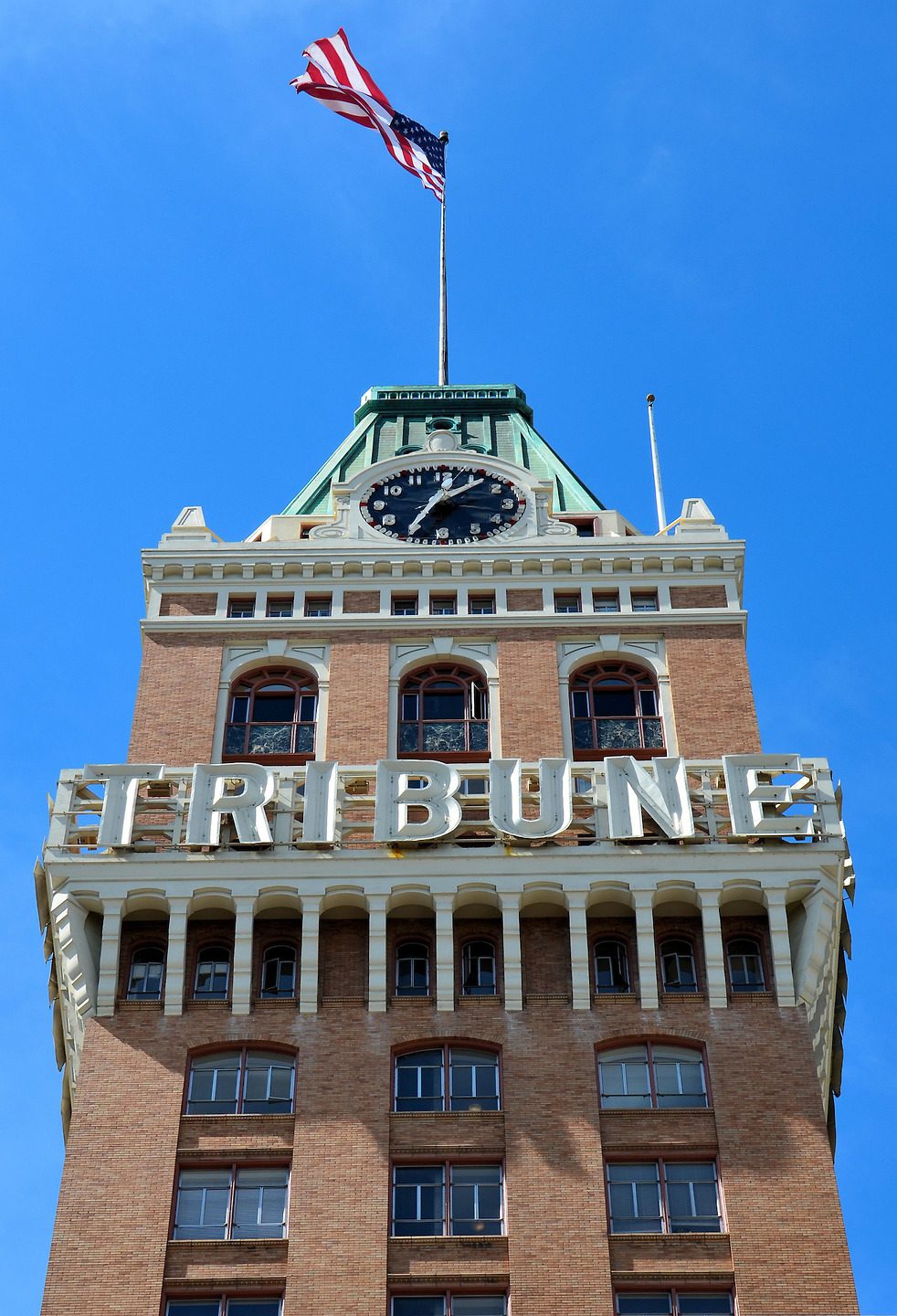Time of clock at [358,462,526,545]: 7:07
